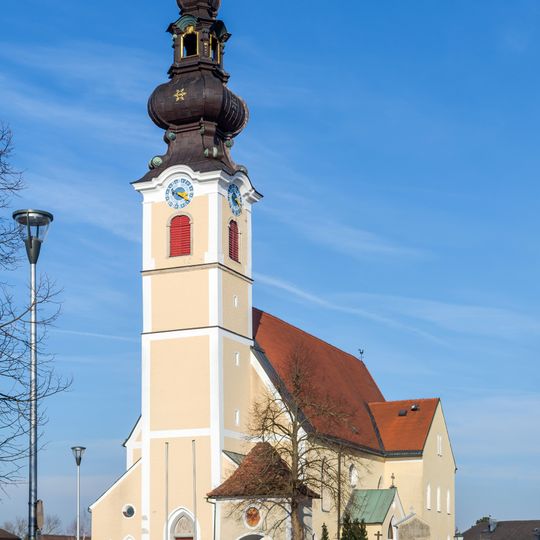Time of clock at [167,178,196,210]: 3:19
